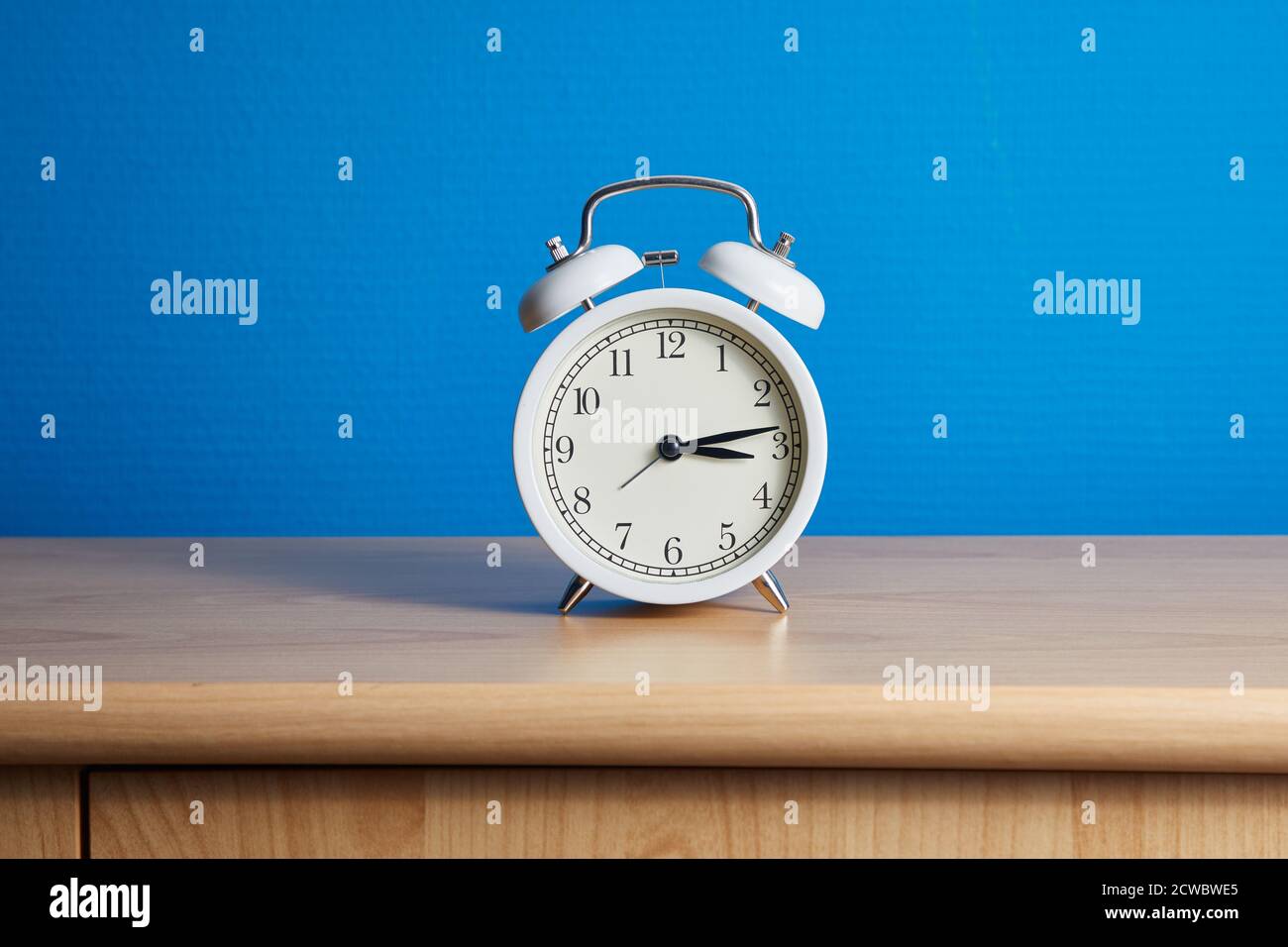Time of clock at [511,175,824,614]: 3:13
